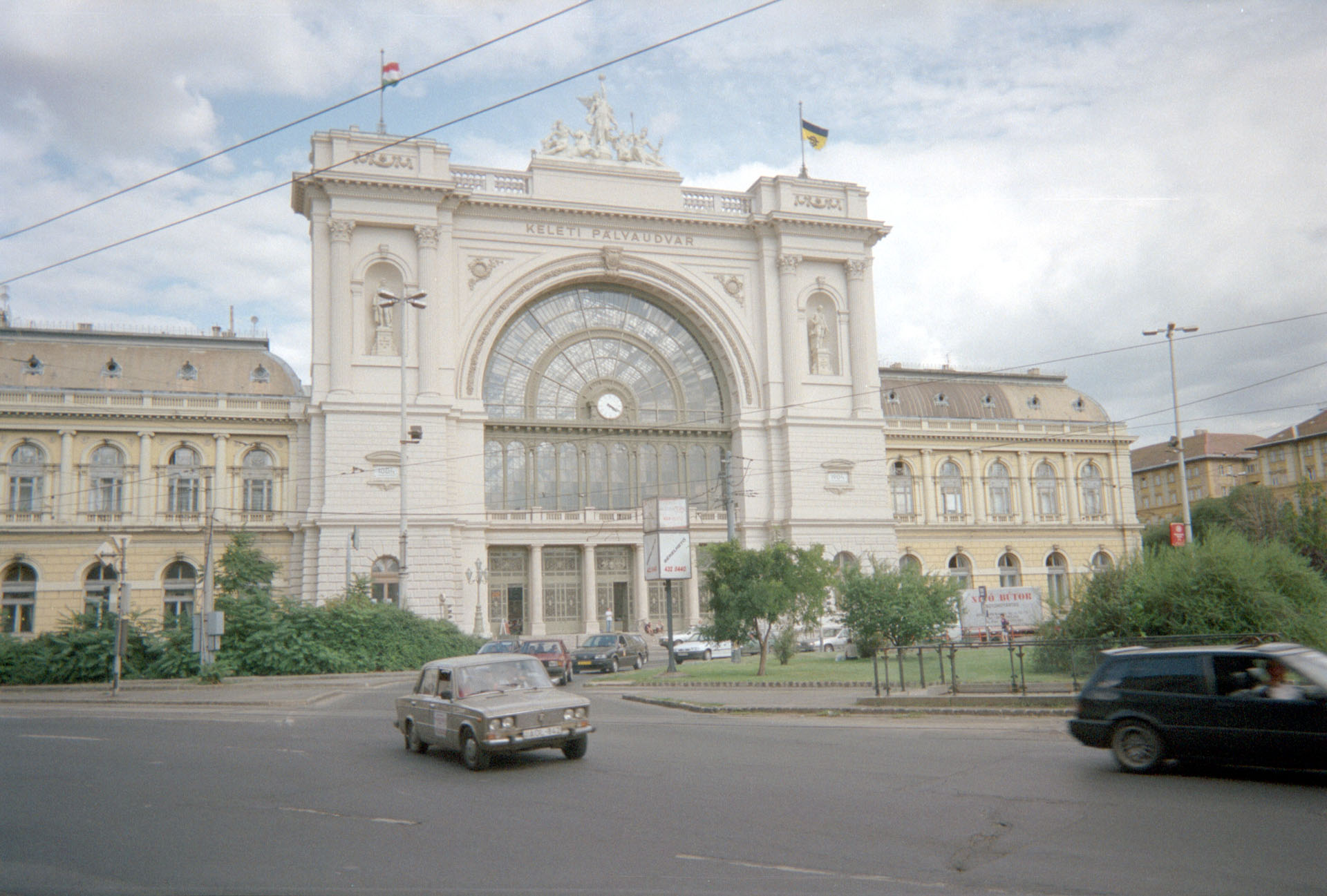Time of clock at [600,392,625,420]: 4:19
